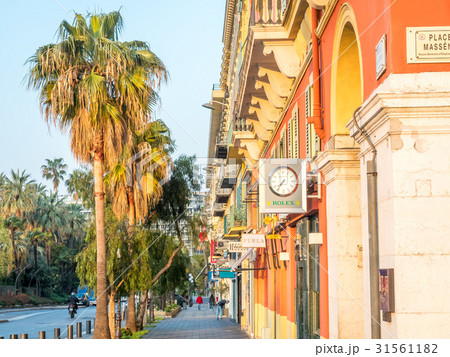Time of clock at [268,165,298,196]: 7:36
